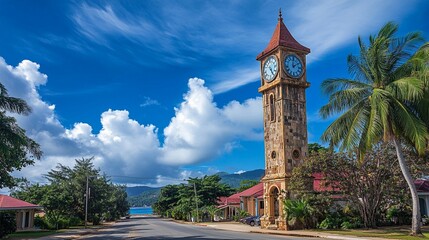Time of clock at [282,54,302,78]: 2:00
